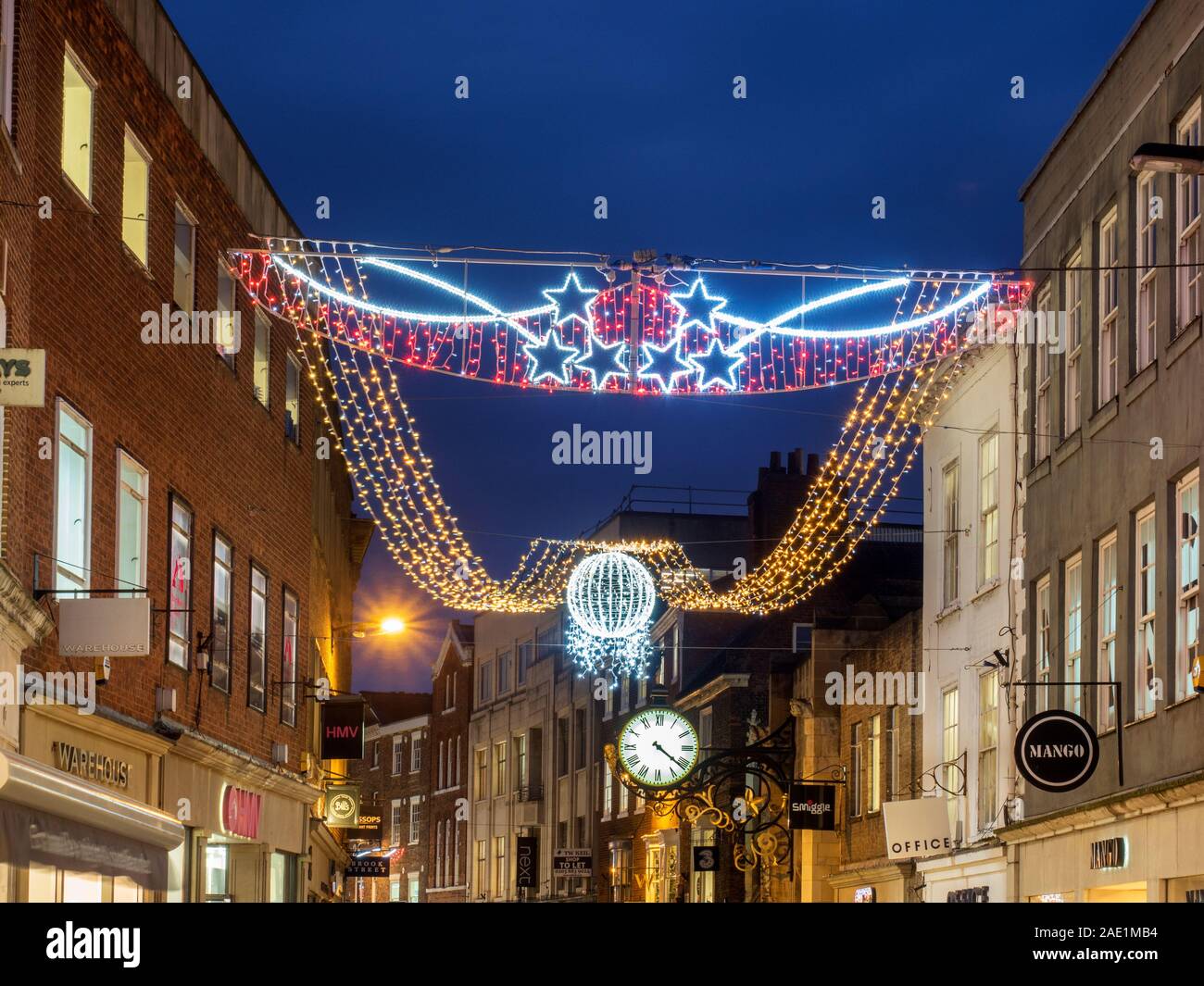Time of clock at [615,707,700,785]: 4:21
